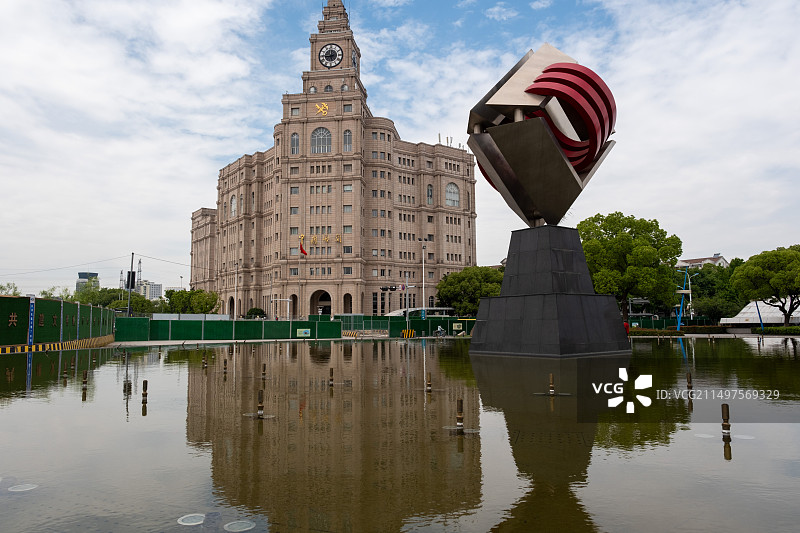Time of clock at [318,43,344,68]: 5:44
